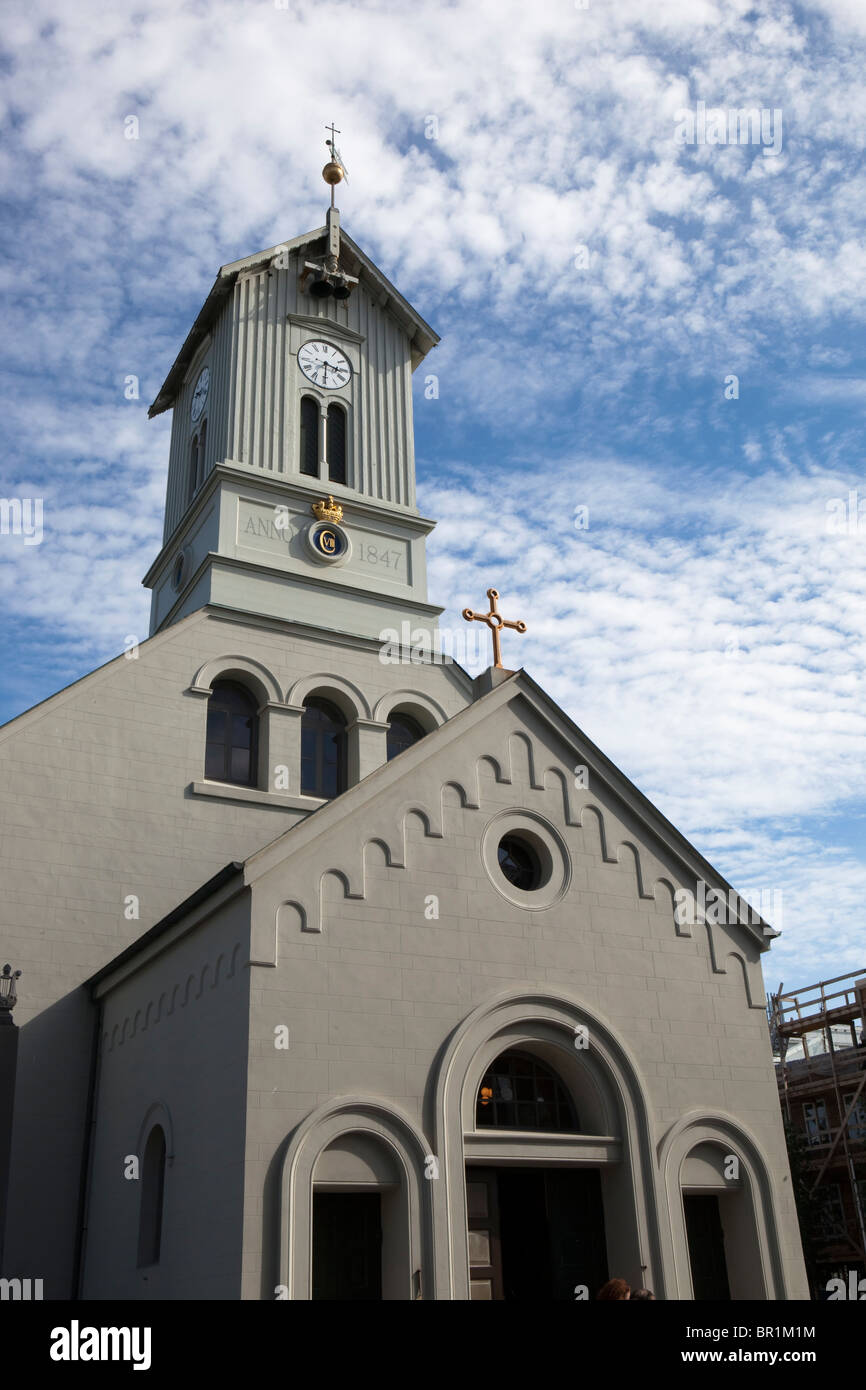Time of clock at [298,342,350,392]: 3:30
